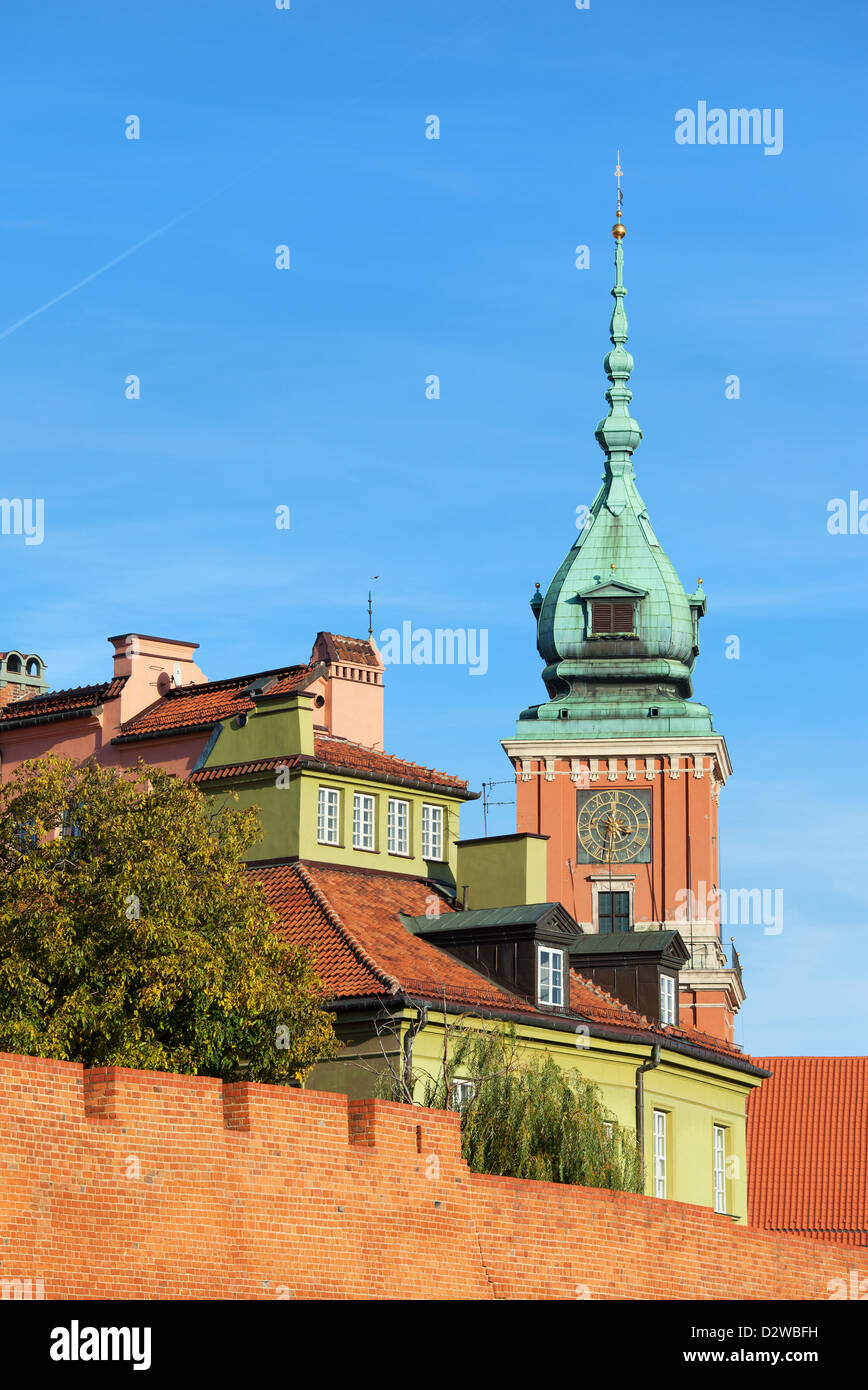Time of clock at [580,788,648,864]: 3:32
